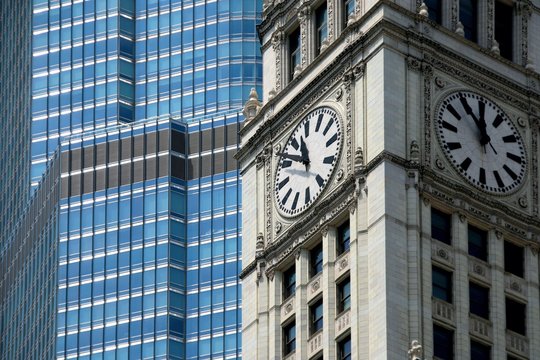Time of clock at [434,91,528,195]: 11:53
